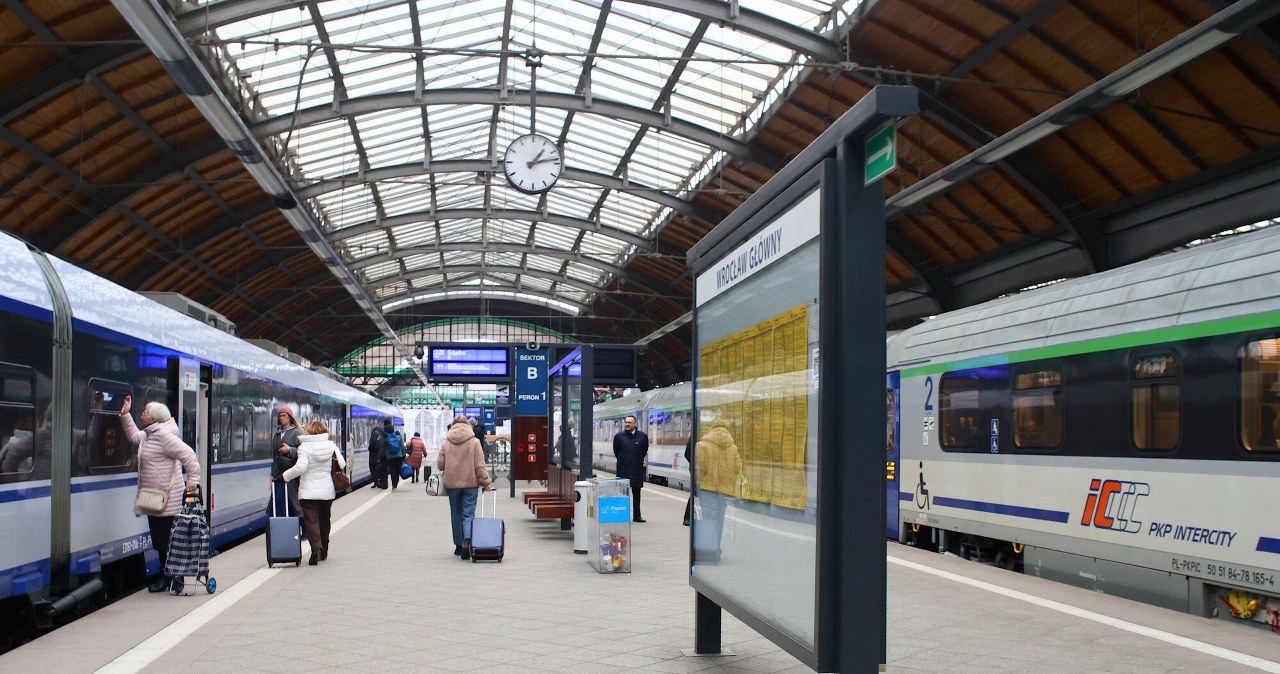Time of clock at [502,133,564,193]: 1:13
